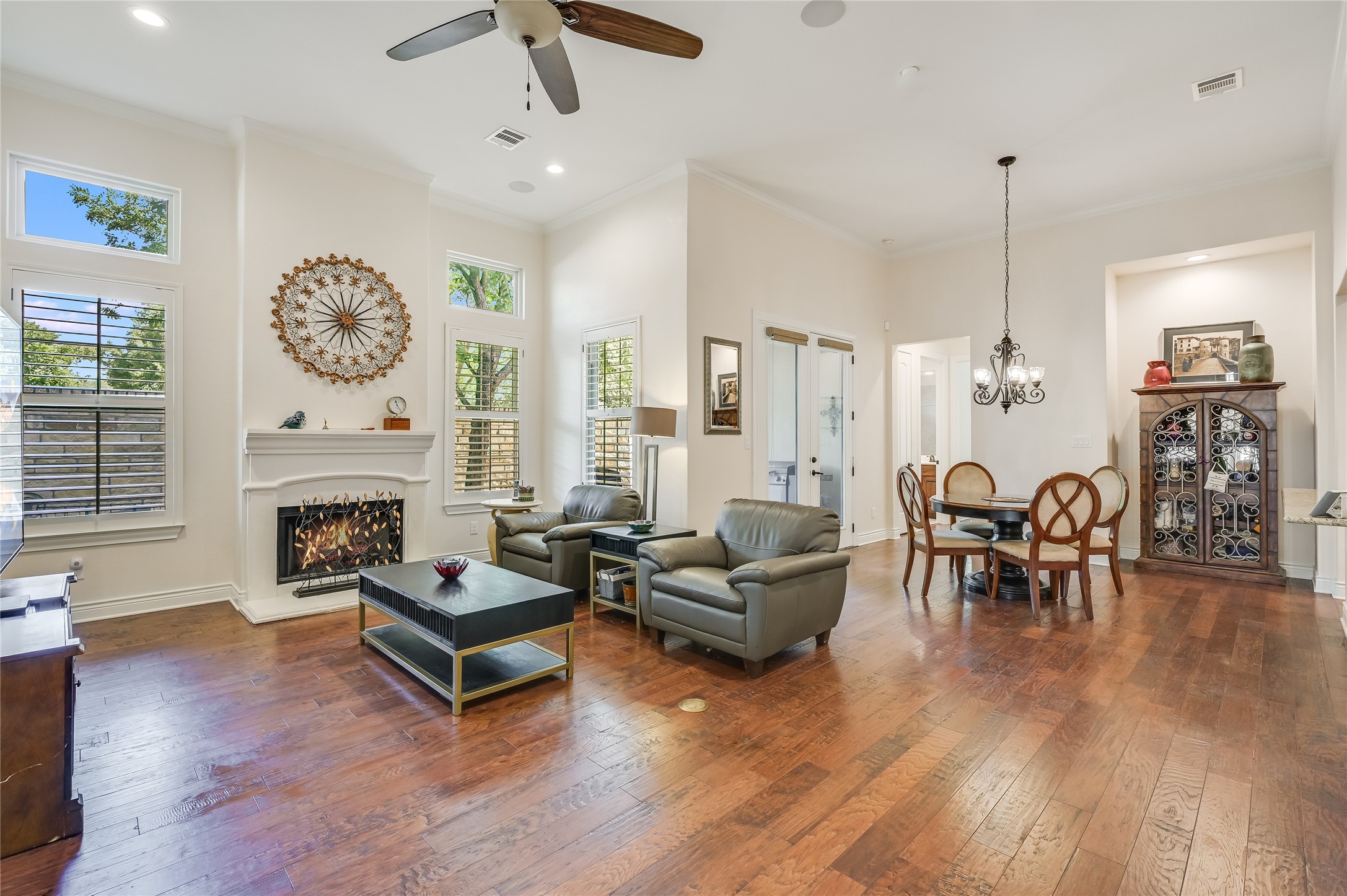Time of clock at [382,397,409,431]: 11:24
